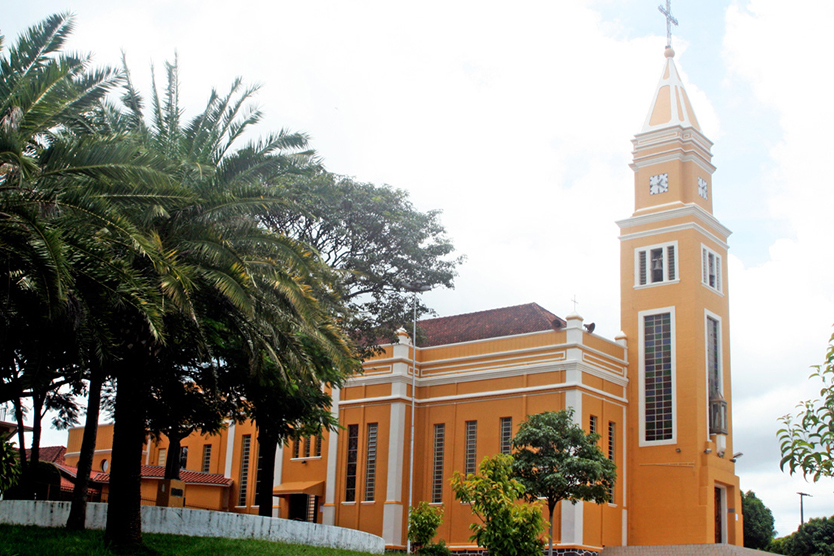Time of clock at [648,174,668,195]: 1:22
